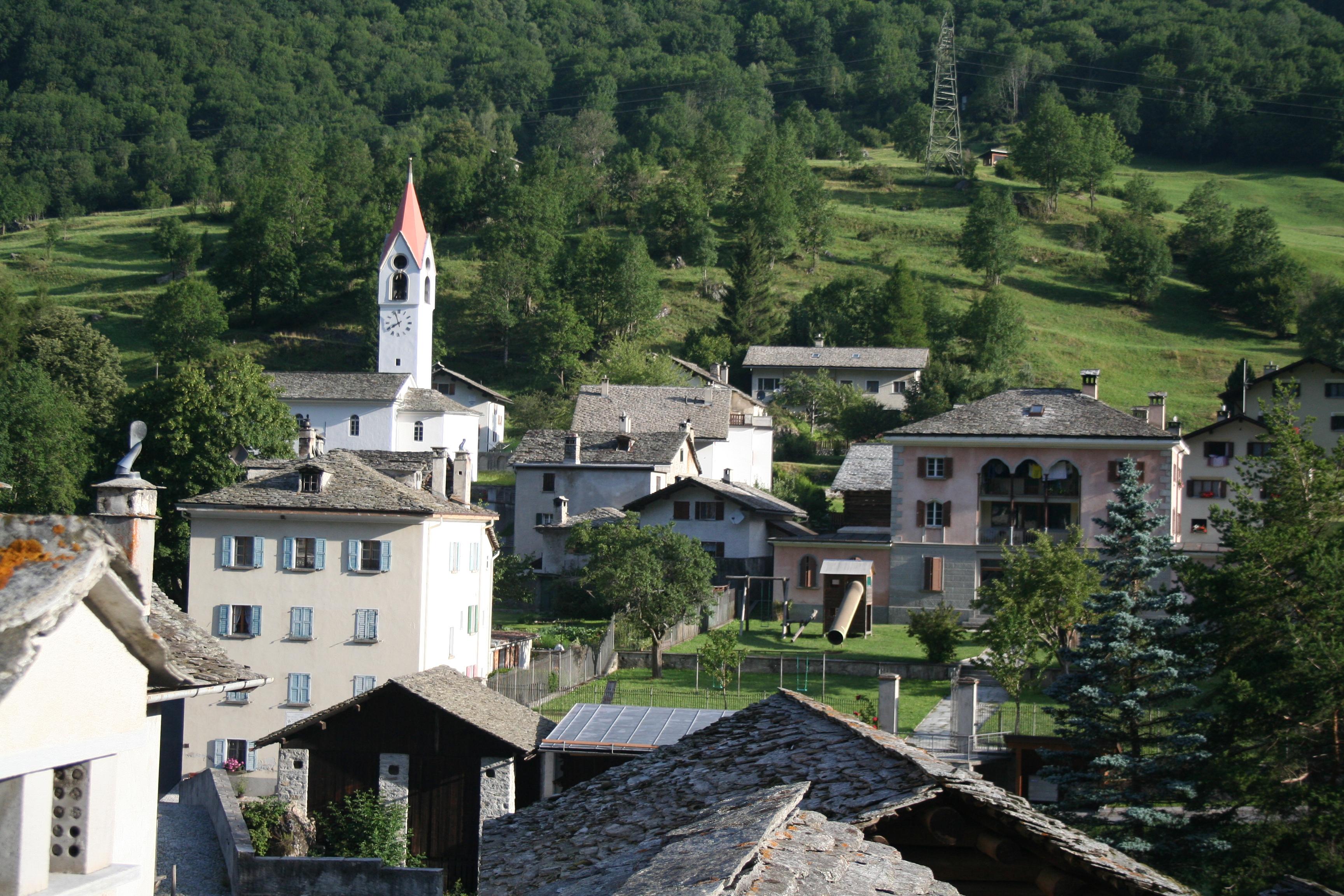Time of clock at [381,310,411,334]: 7:56
